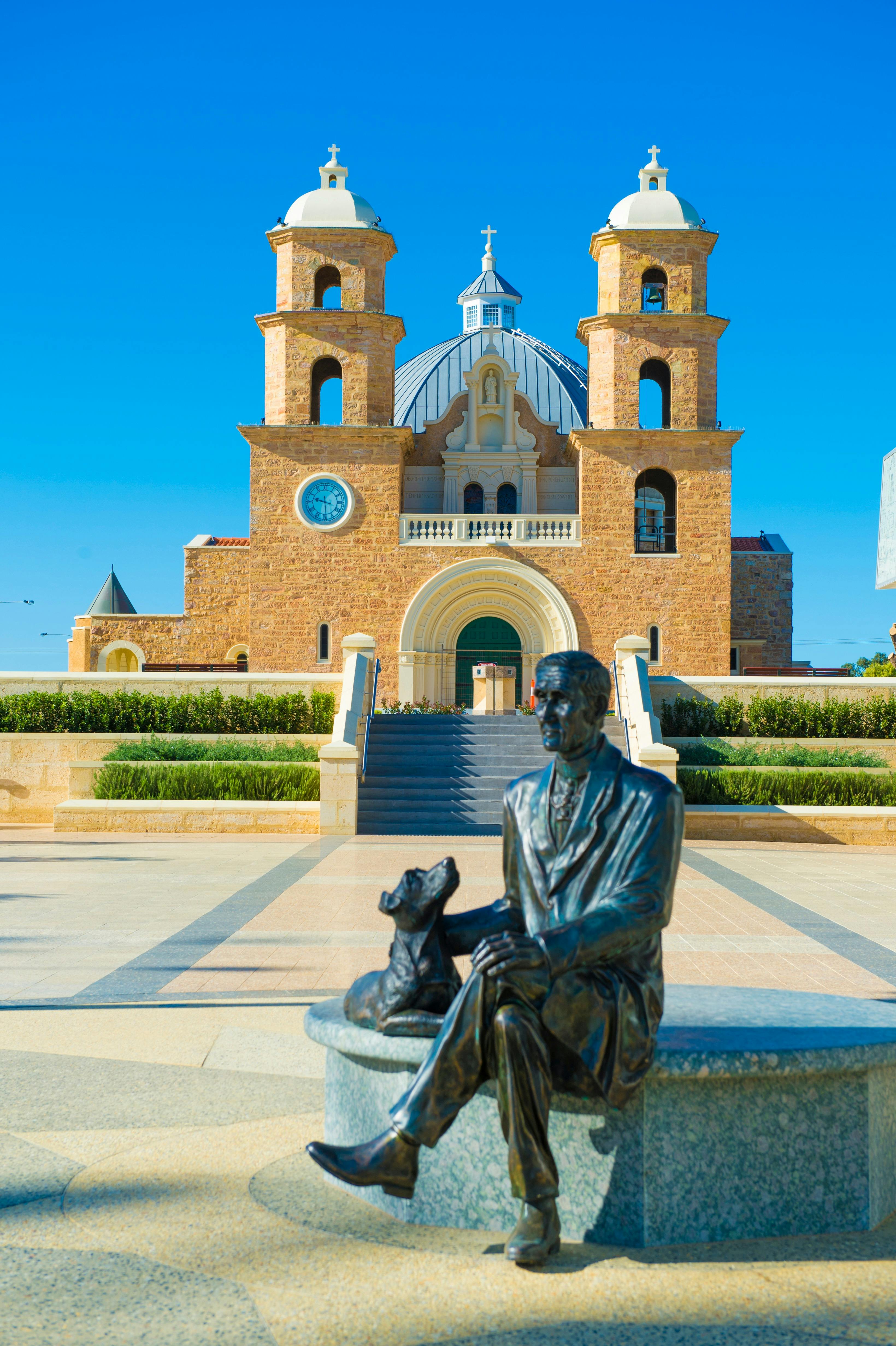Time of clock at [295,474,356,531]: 9:29
